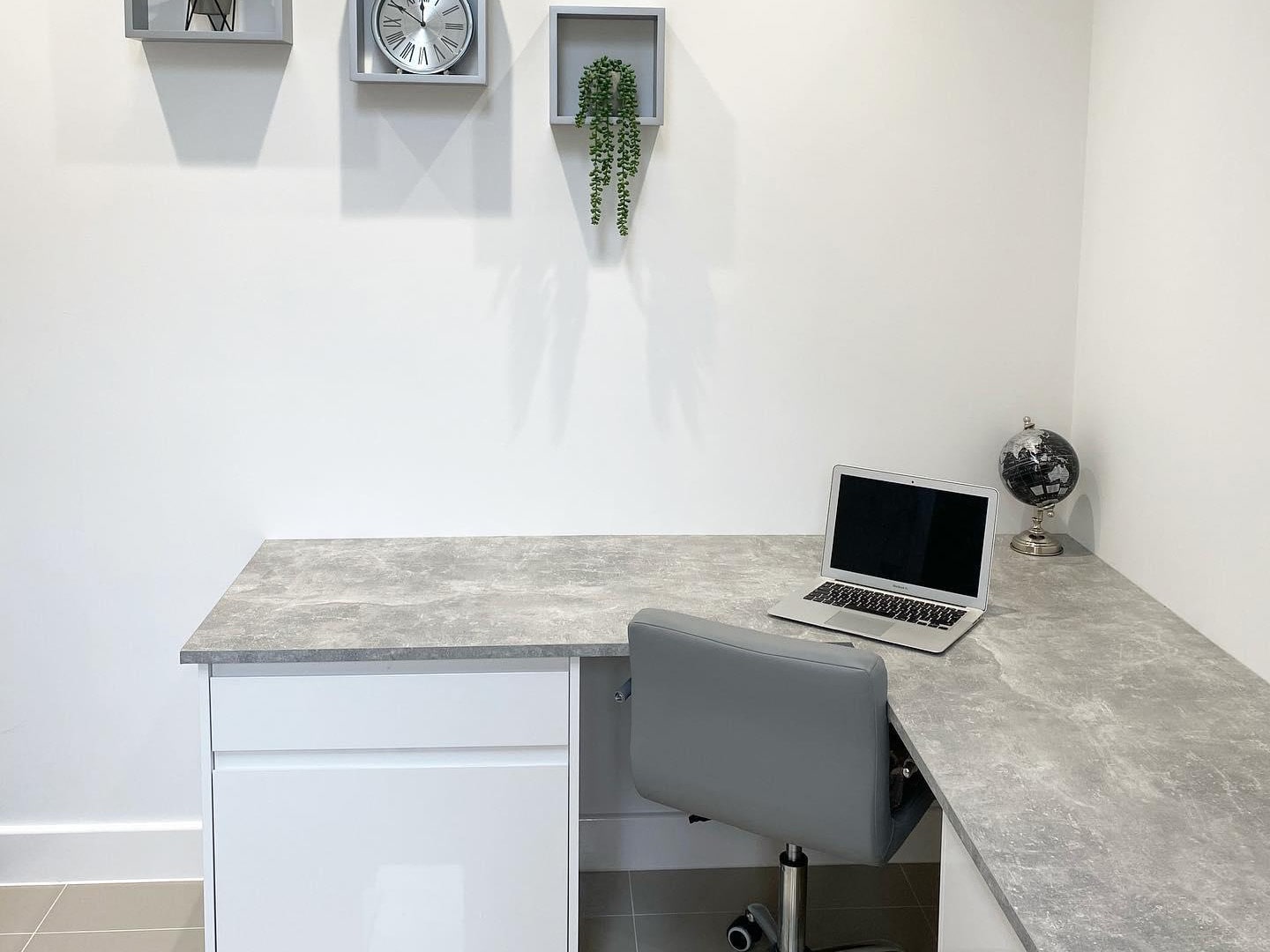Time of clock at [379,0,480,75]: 11:50
